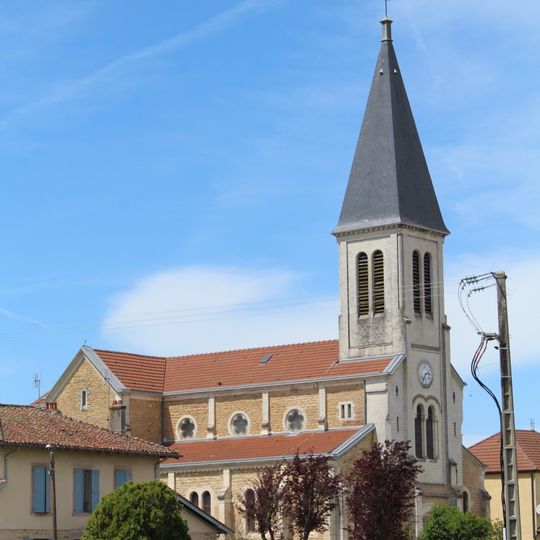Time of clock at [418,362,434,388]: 2:35
